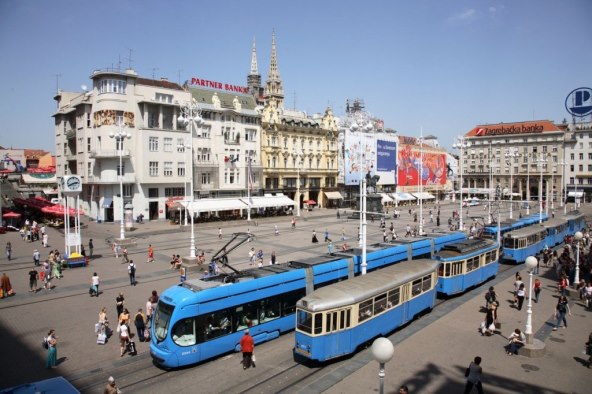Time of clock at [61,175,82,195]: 2:40
